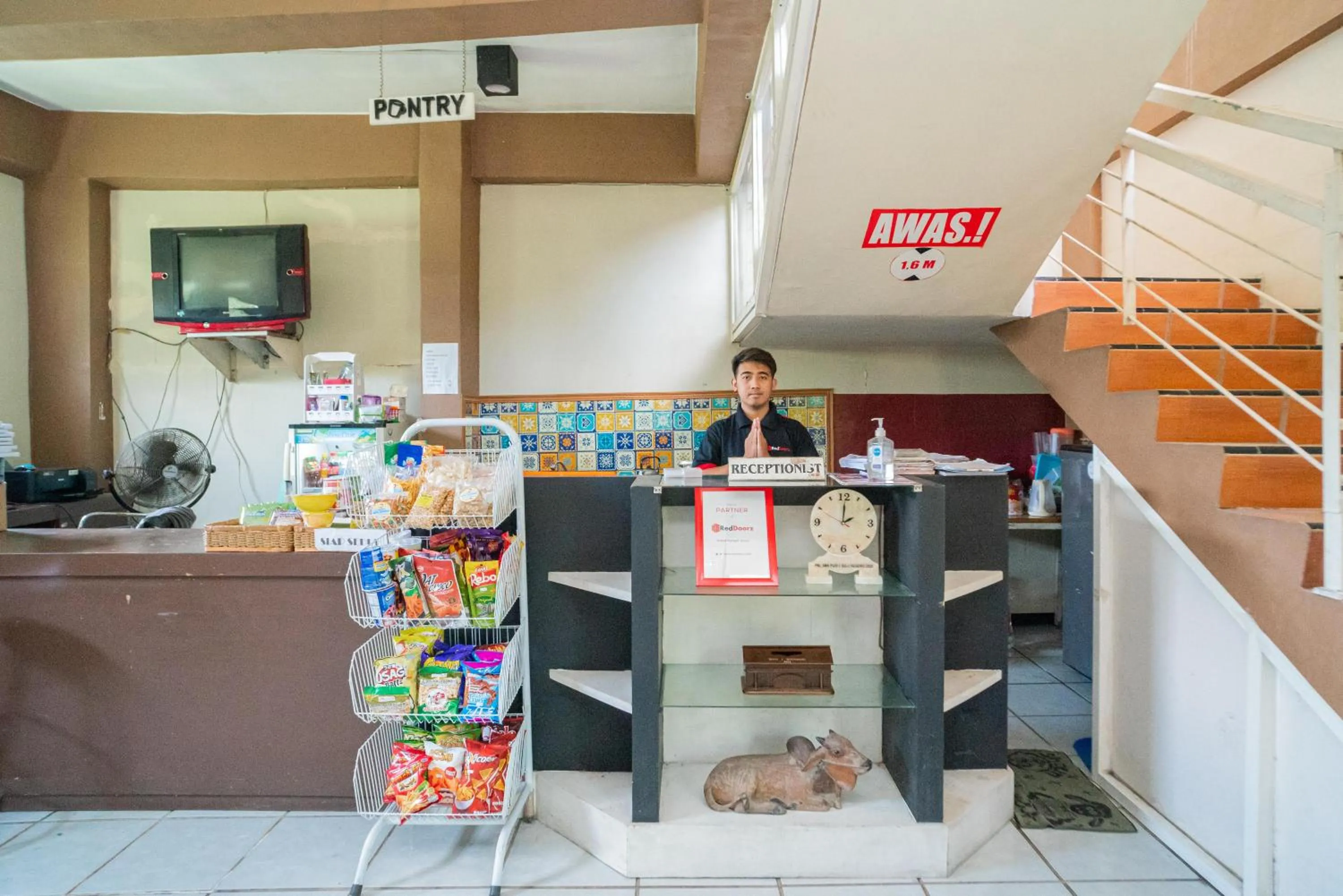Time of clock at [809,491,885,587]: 2:00
